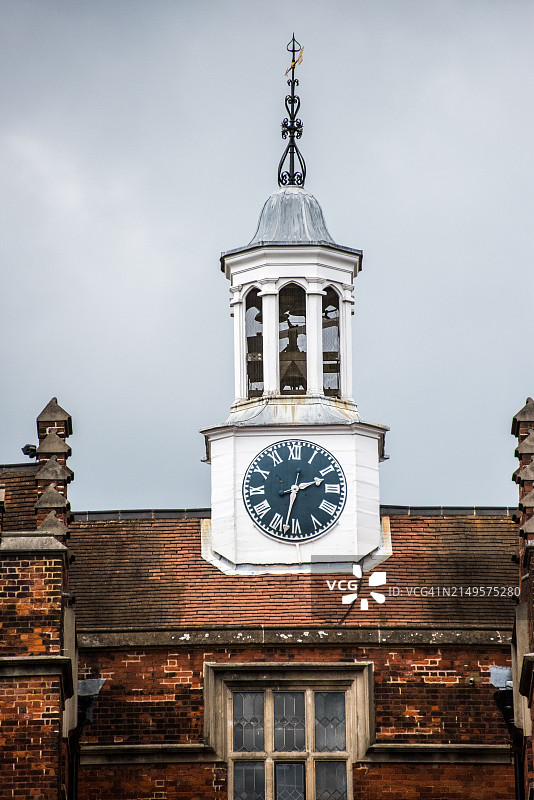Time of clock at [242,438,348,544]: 2:32
